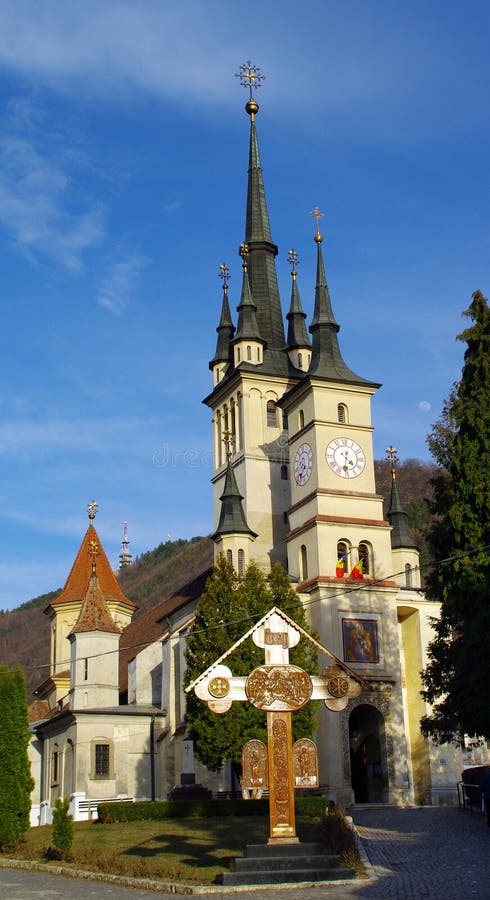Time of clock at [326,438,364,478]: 4:31
